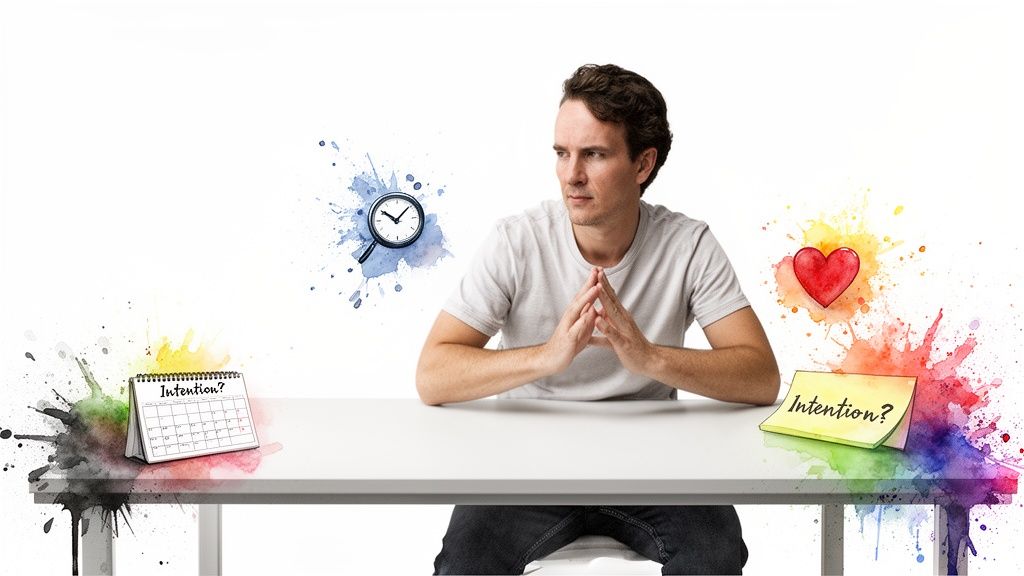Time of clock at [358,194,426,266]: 10:07
